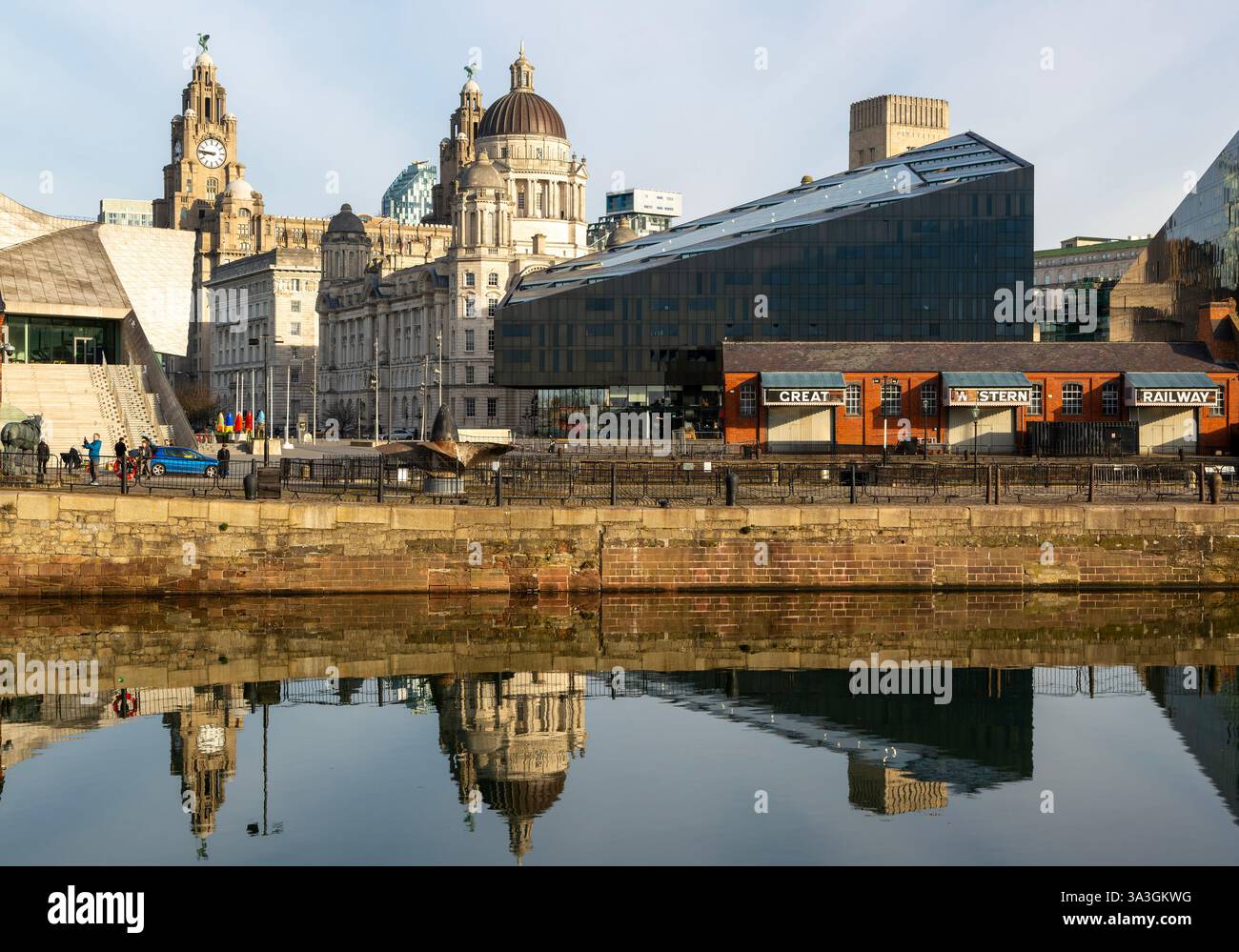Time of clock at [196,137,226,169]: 8:46
